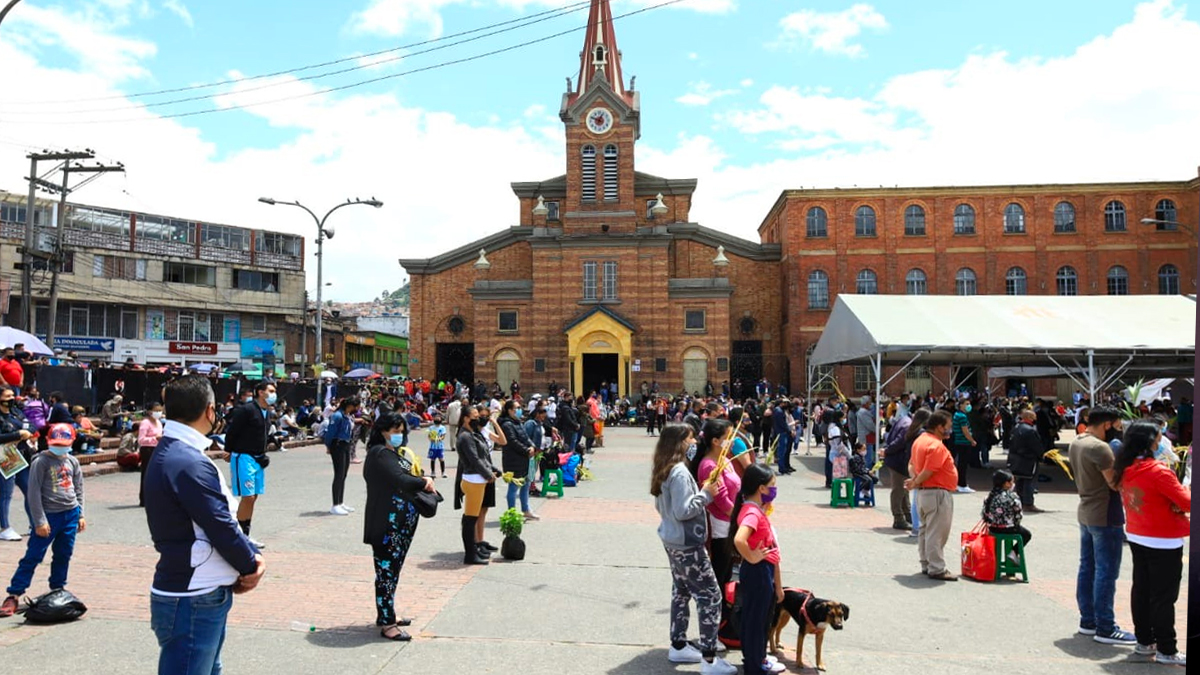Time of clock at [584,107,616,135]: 12:48
